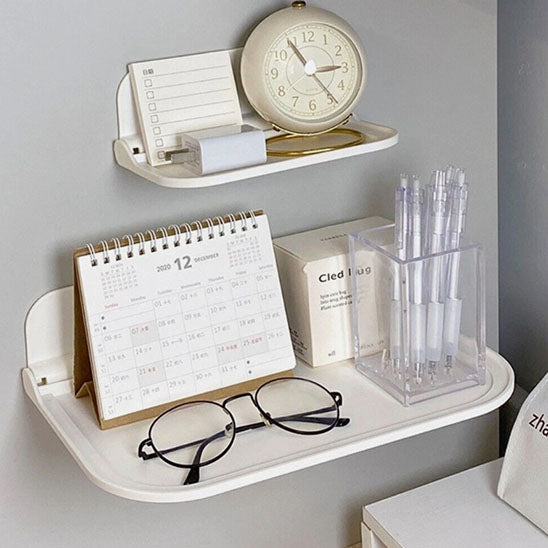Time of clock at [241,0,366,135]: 2:54
